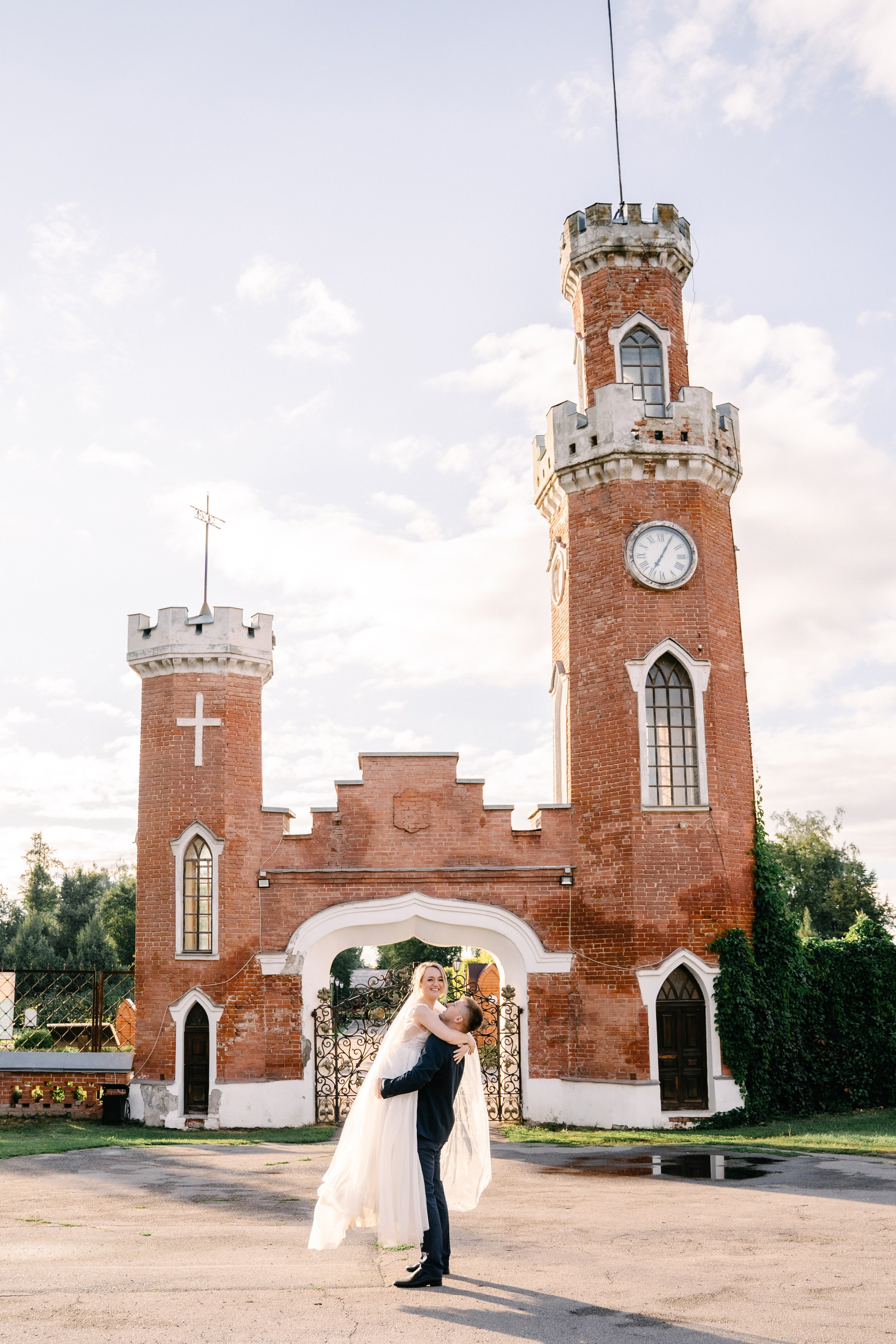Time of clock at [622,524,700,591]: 7:04
